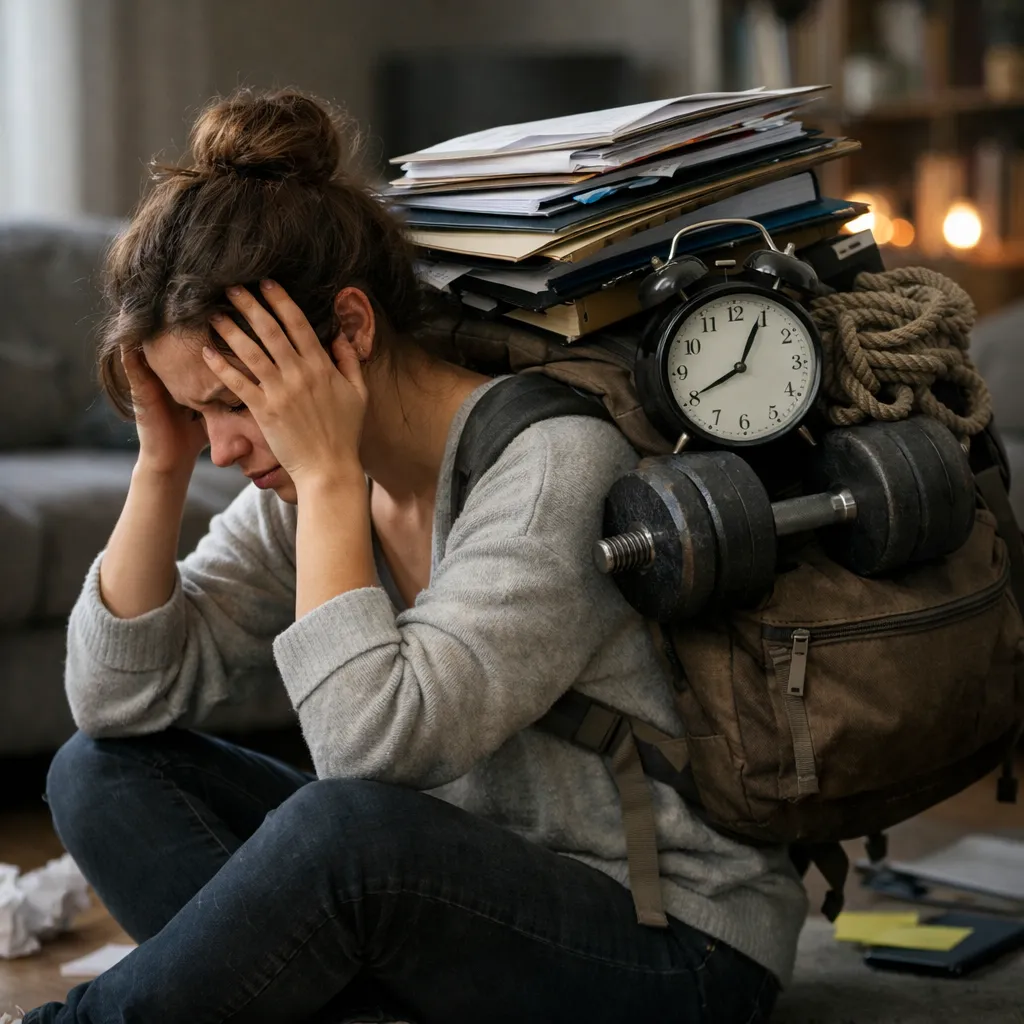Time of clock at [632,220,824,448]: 8:04
